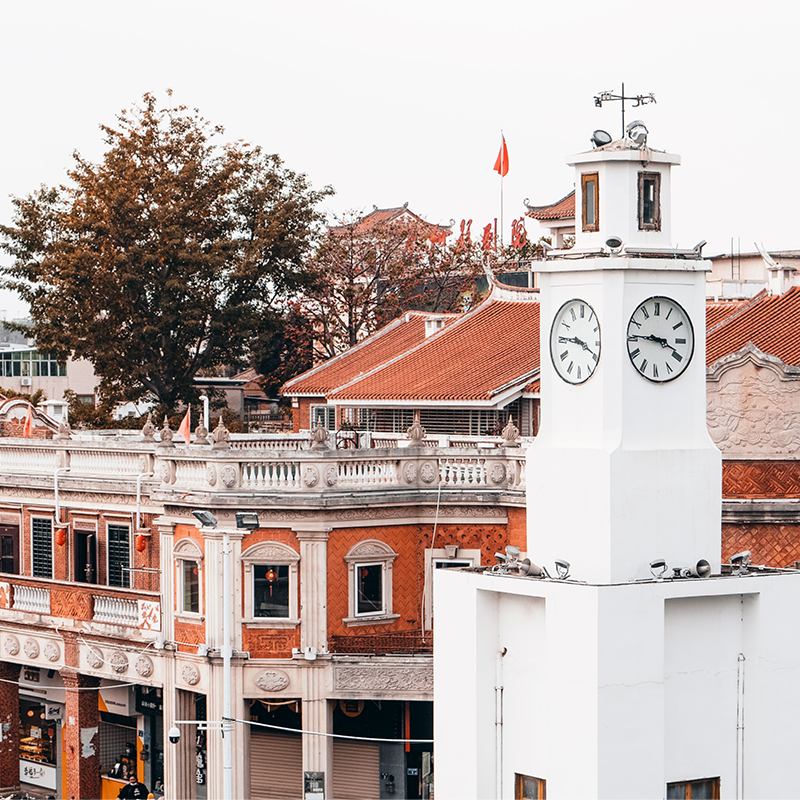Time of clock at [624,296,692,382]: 3:45
